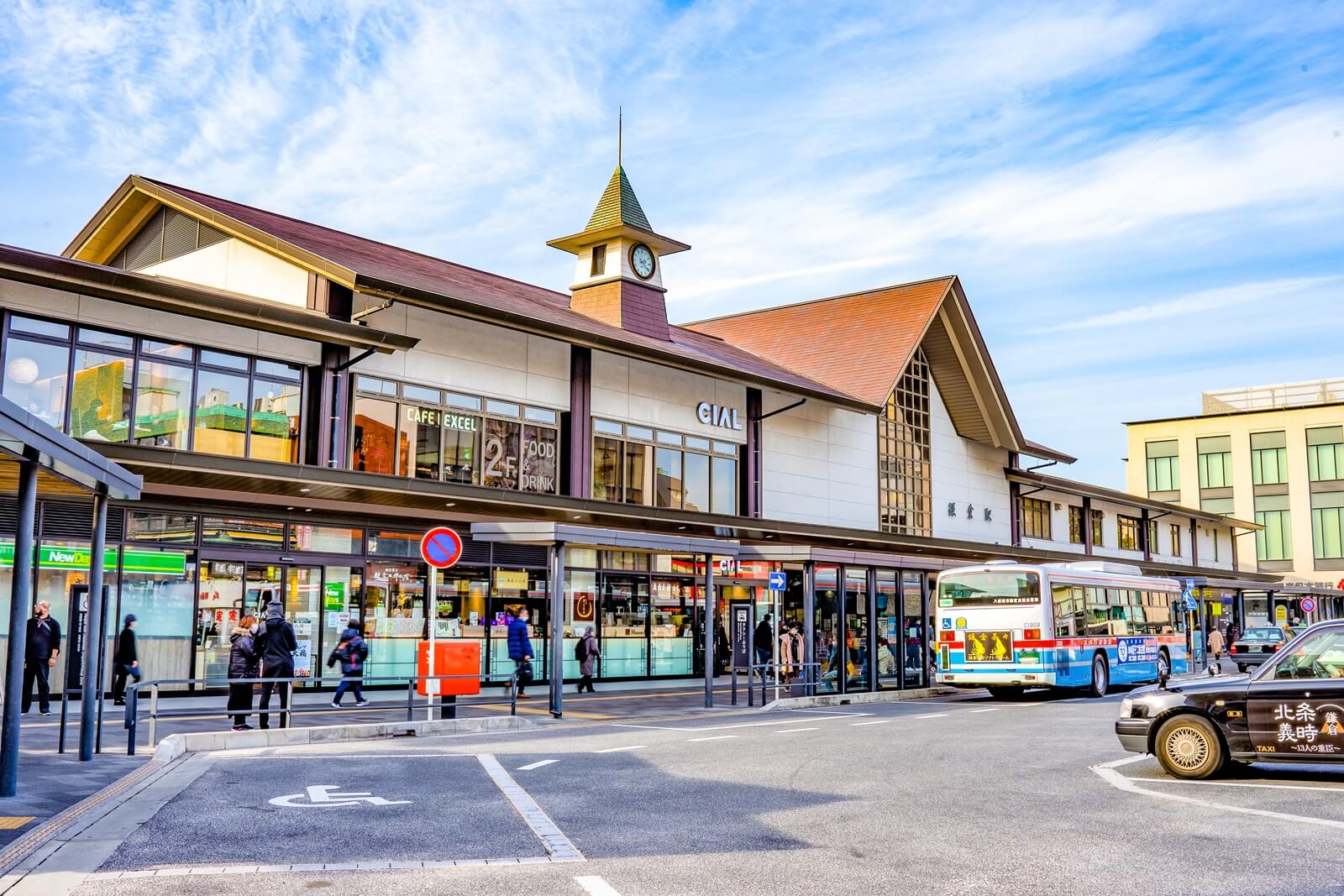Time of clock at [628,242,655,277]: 2:20
